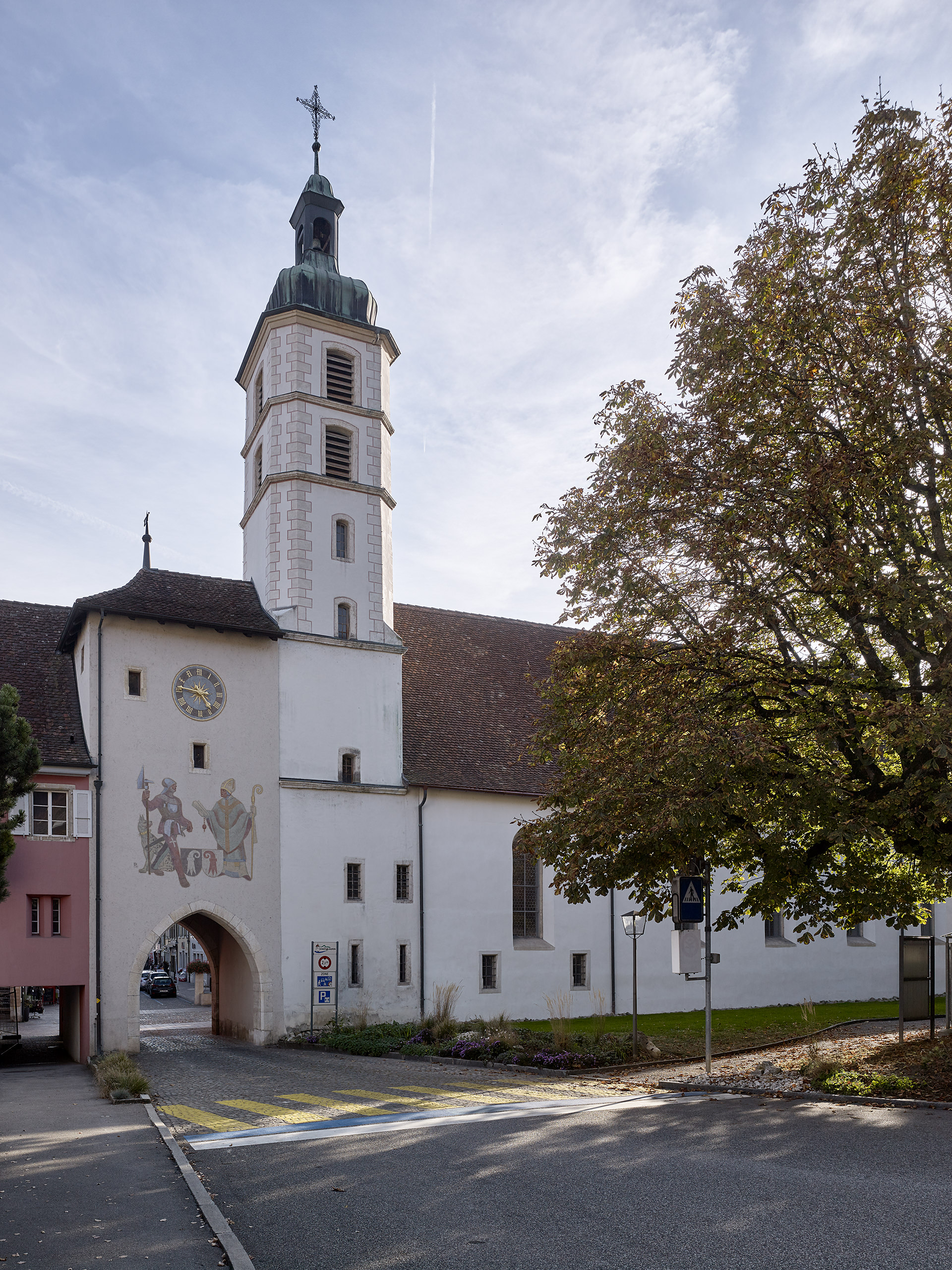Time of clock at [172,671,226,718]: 4:46
